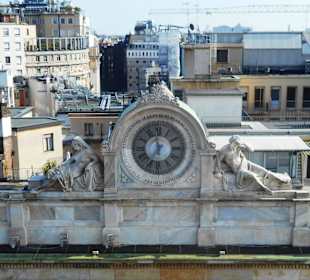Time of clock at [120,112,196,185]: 6:58
